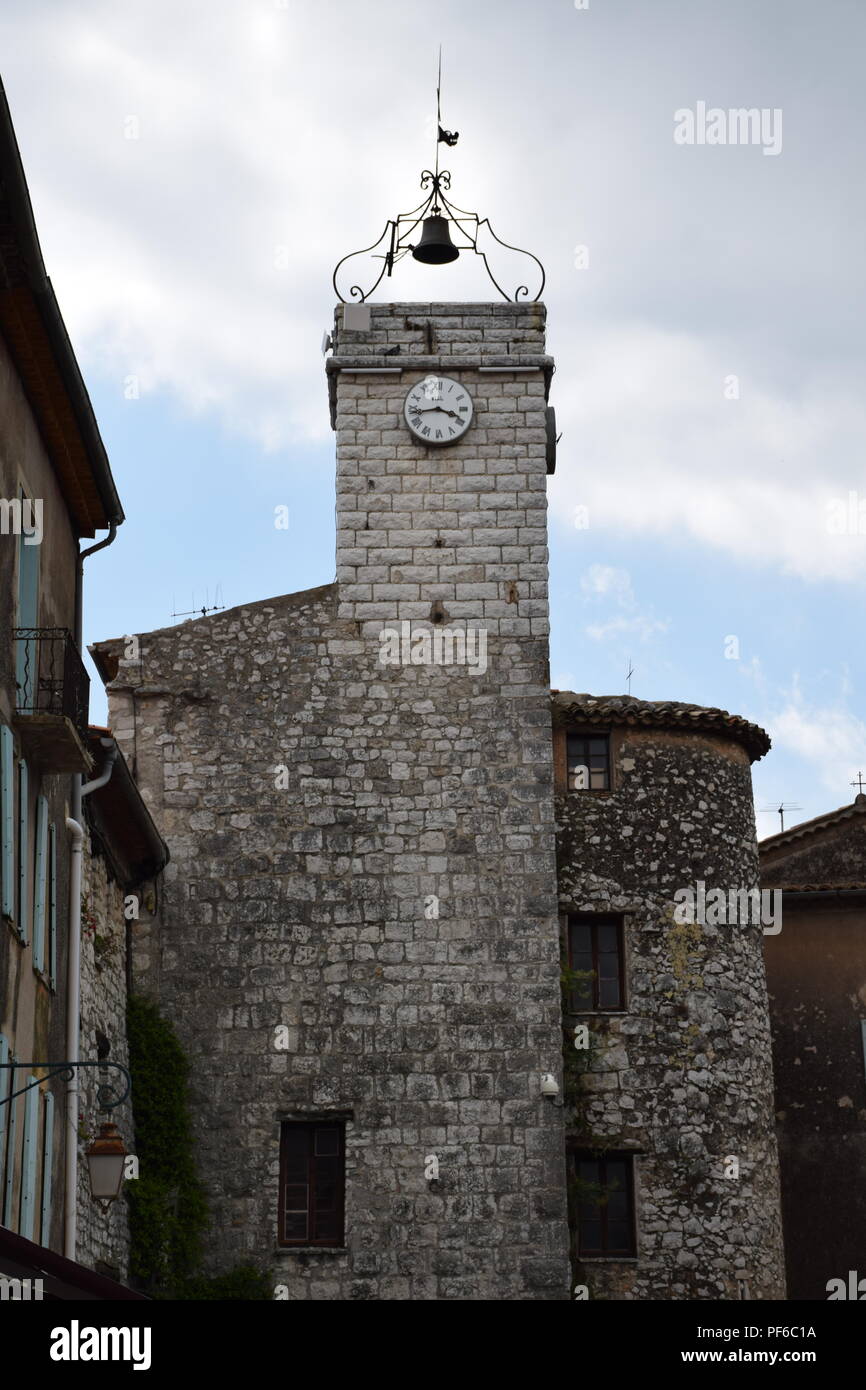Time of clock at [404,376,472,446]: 3:43
